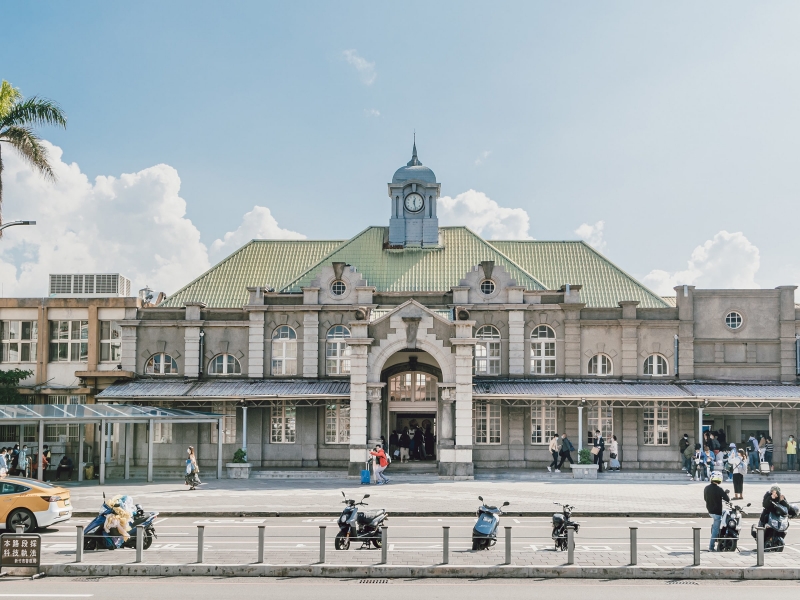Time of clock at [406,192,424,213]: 12:27
